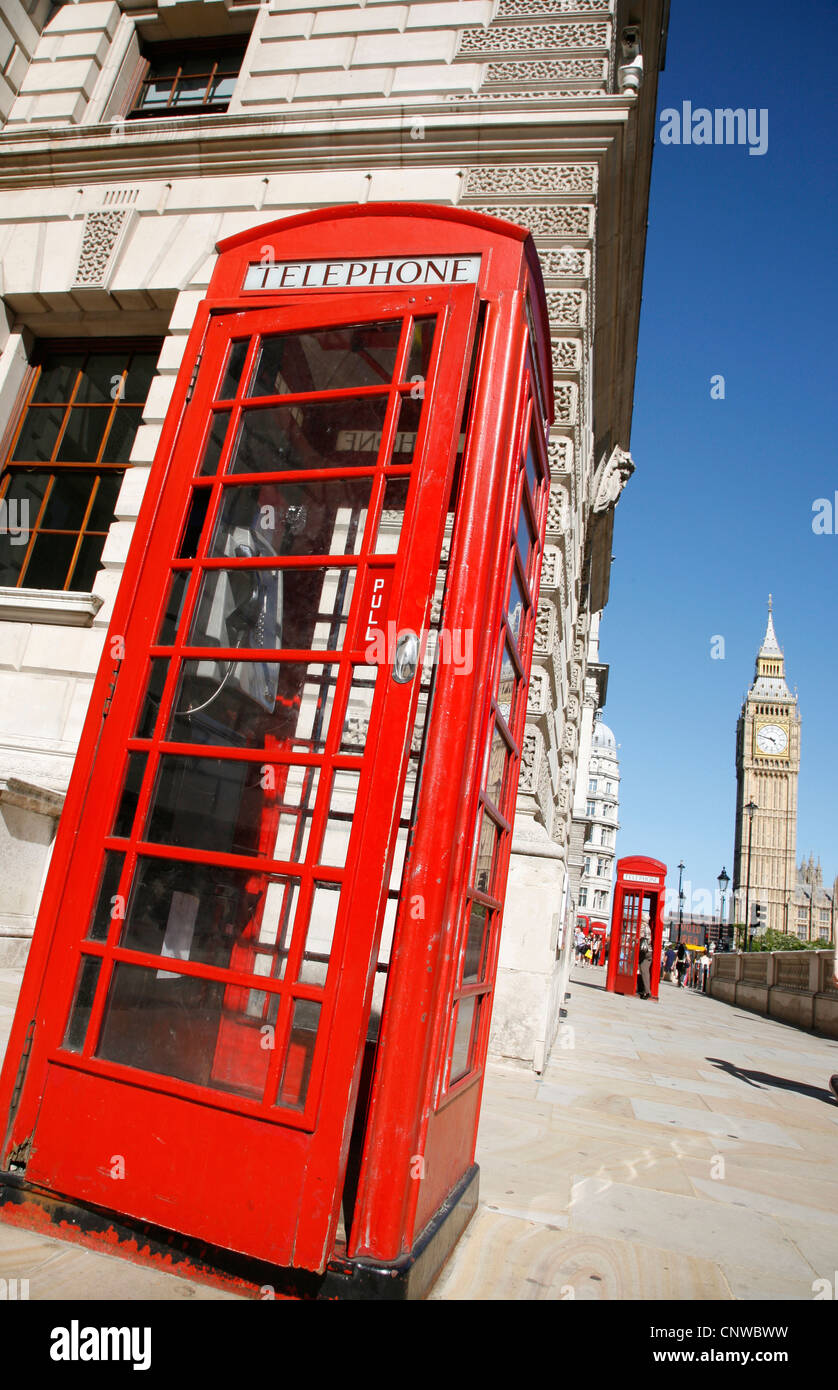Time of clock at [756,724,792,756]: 4:47
